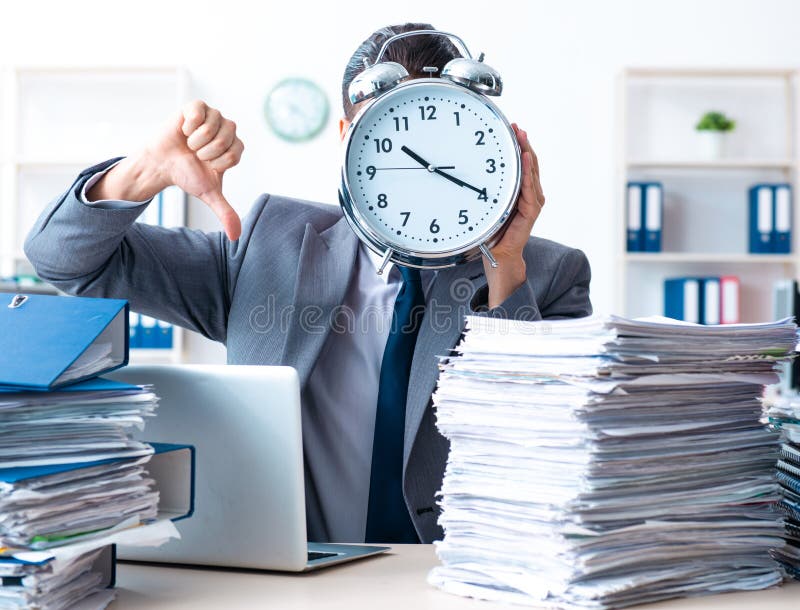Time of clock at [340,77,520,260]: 10:19
